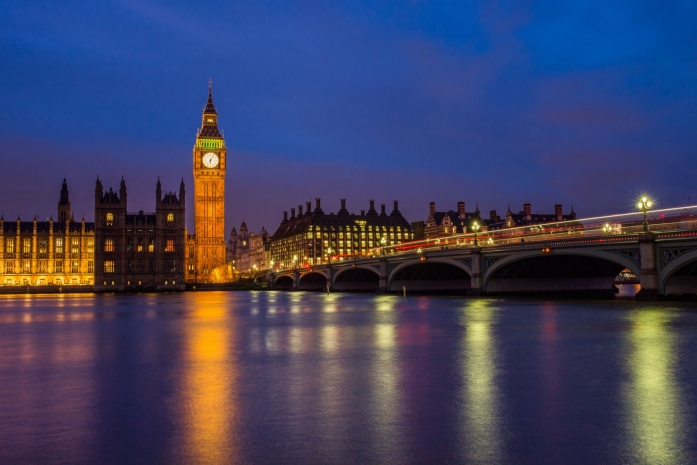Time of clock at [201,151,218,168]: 6:05
